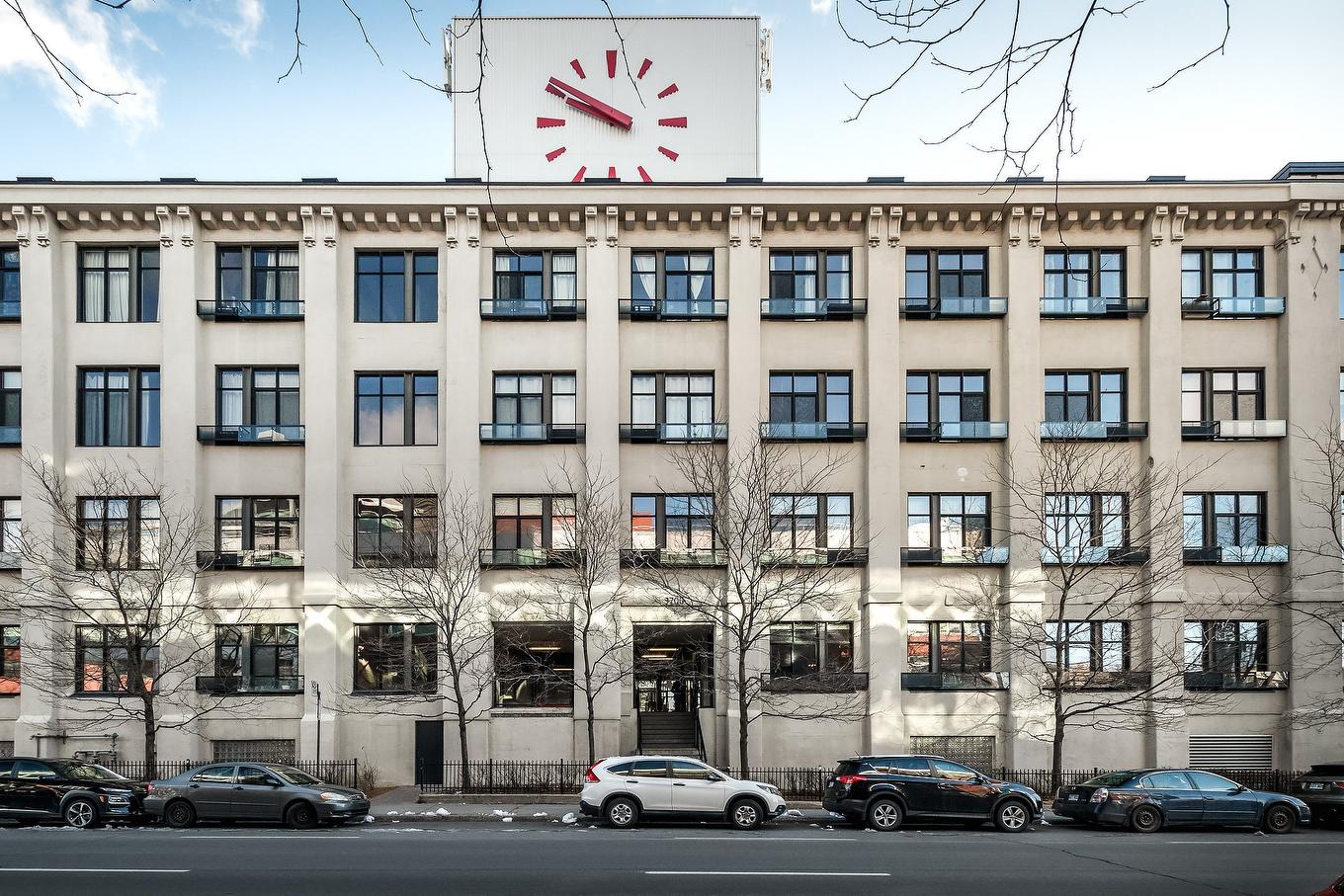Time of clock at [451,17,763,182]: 9:50
